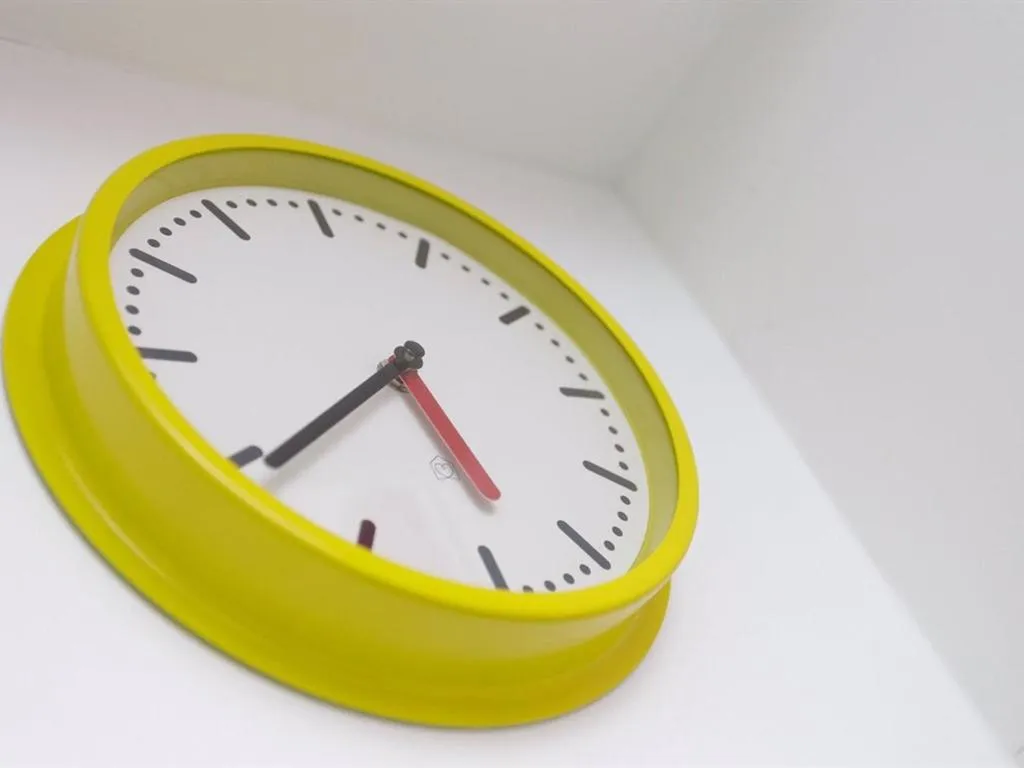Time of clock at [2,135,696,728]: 5:39
